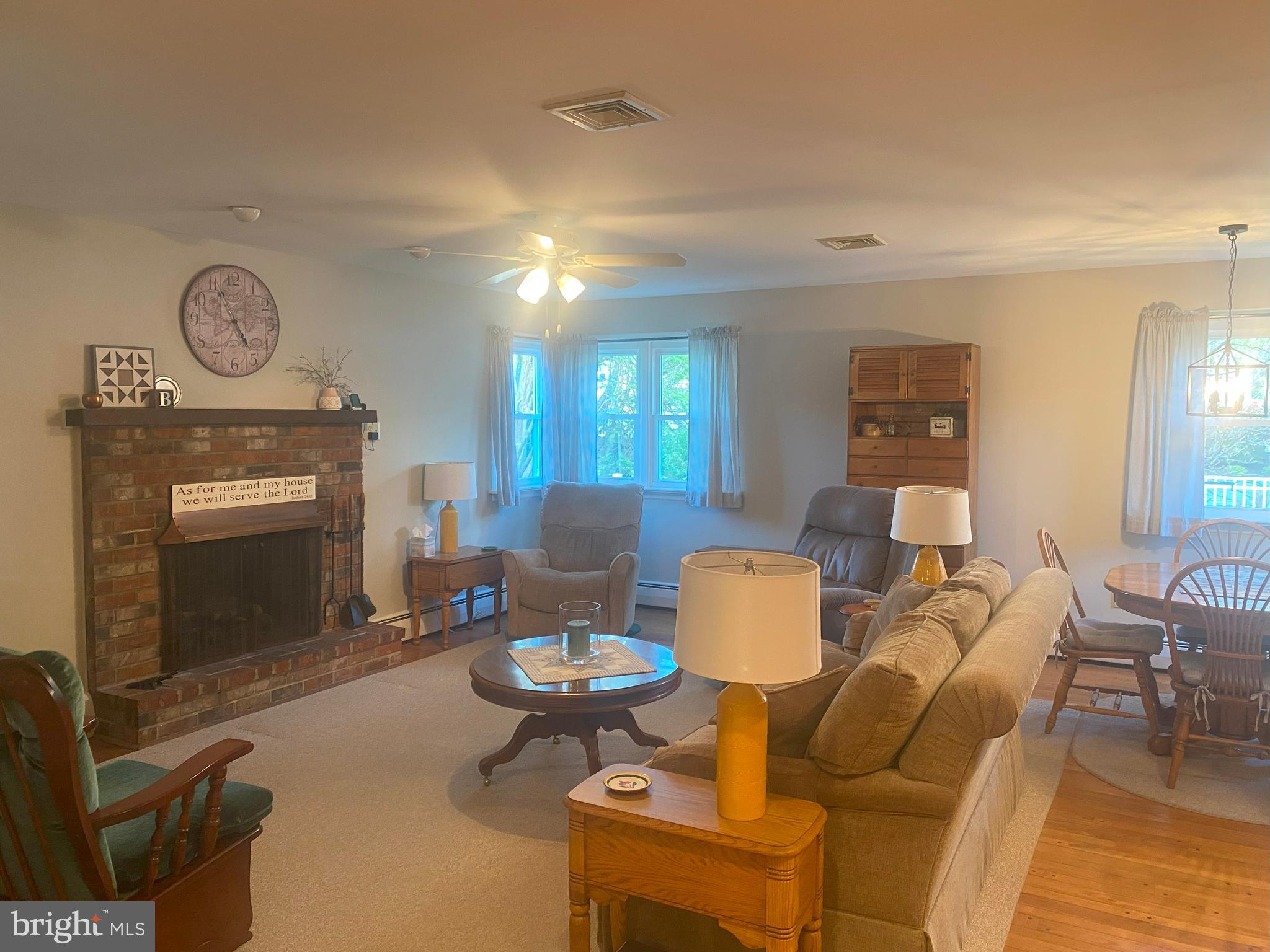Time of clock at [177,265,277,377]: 4:55
